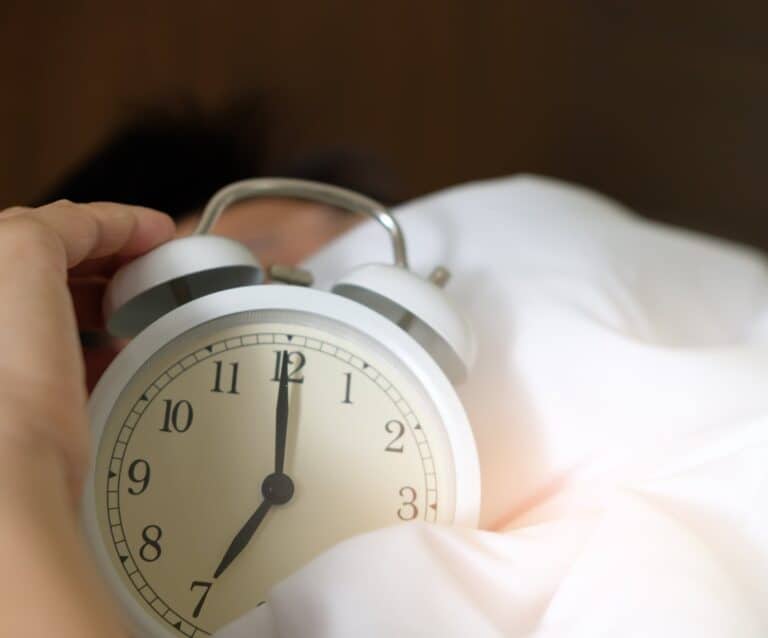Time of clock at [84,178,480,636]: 7:00
